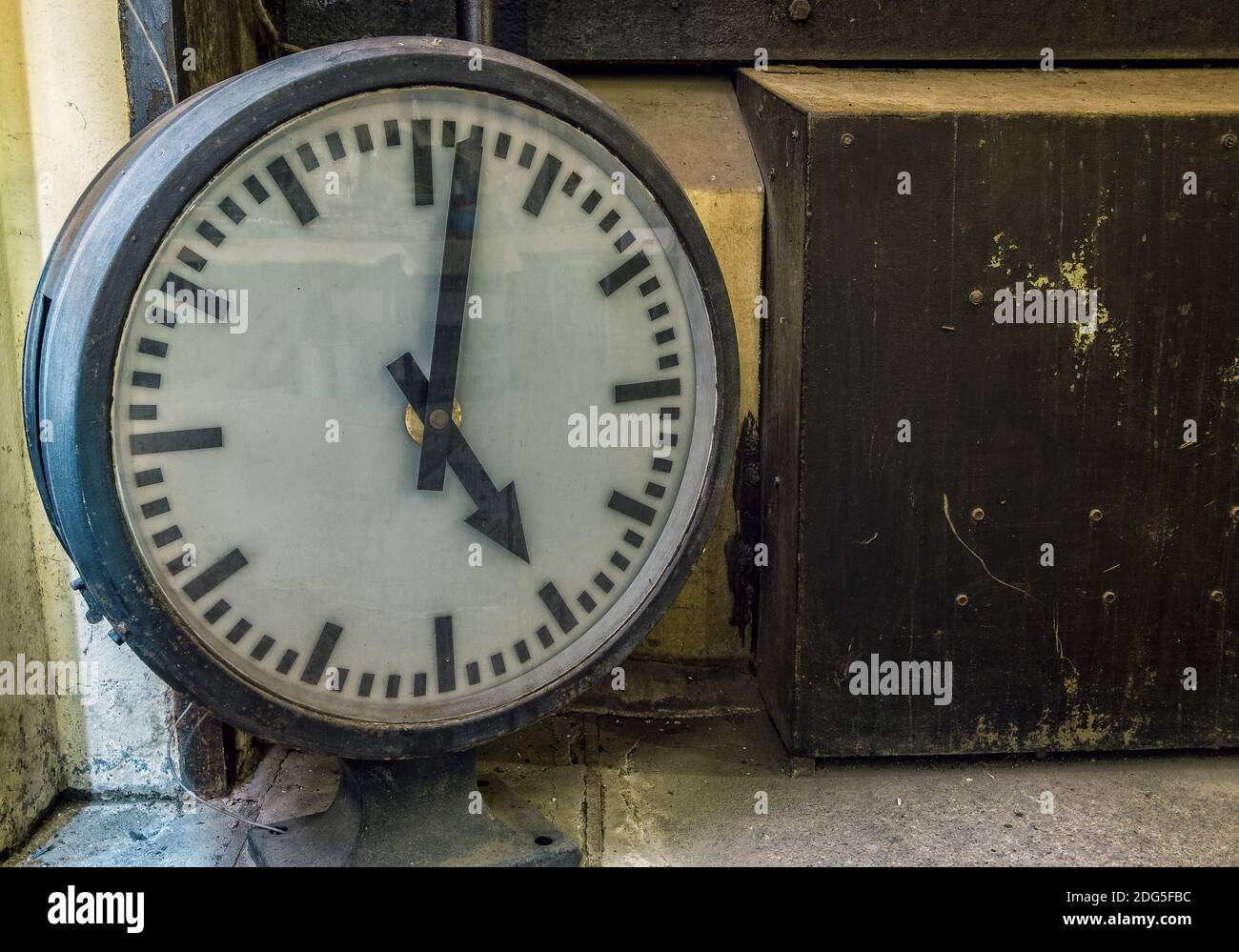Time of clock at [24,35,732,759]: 5:01
